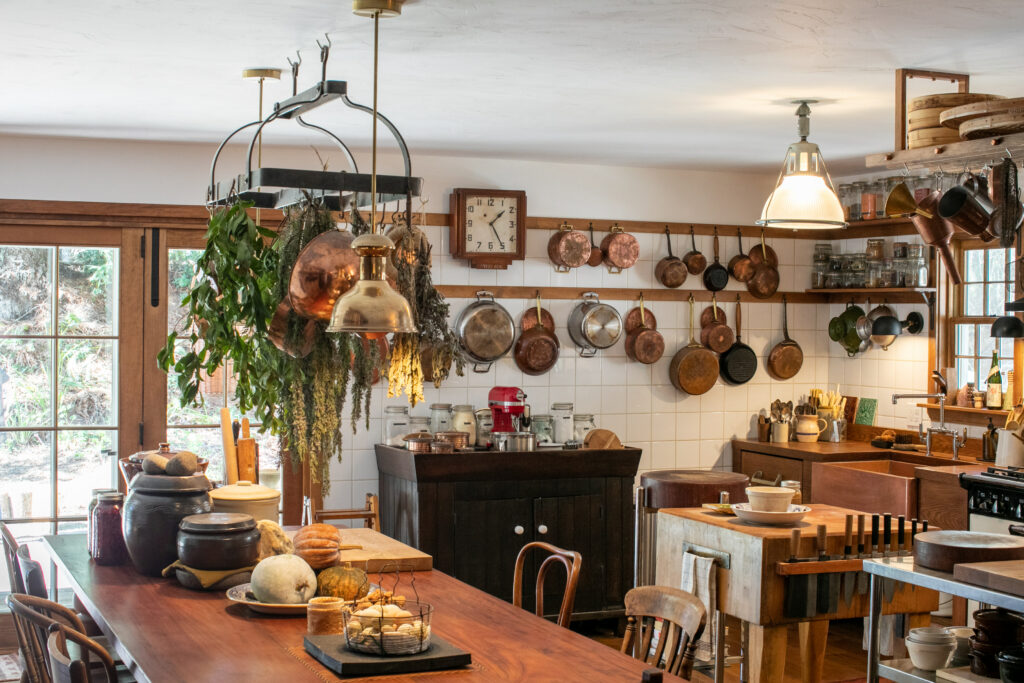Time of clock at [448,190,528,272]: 1:24
